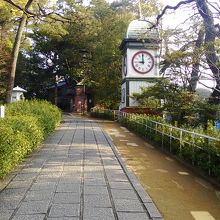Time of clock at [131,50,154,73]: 8:59
